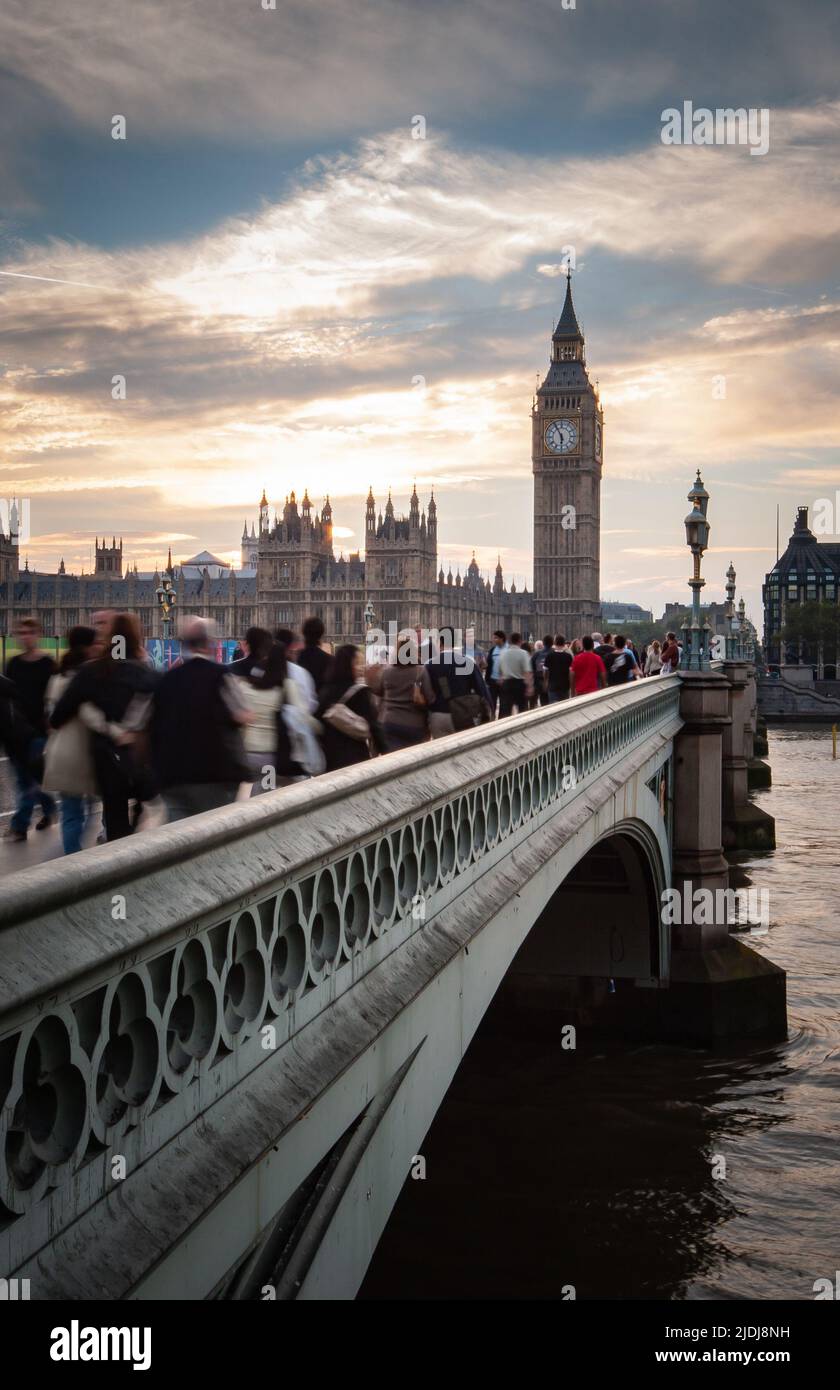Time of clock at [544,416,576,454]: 5:55
